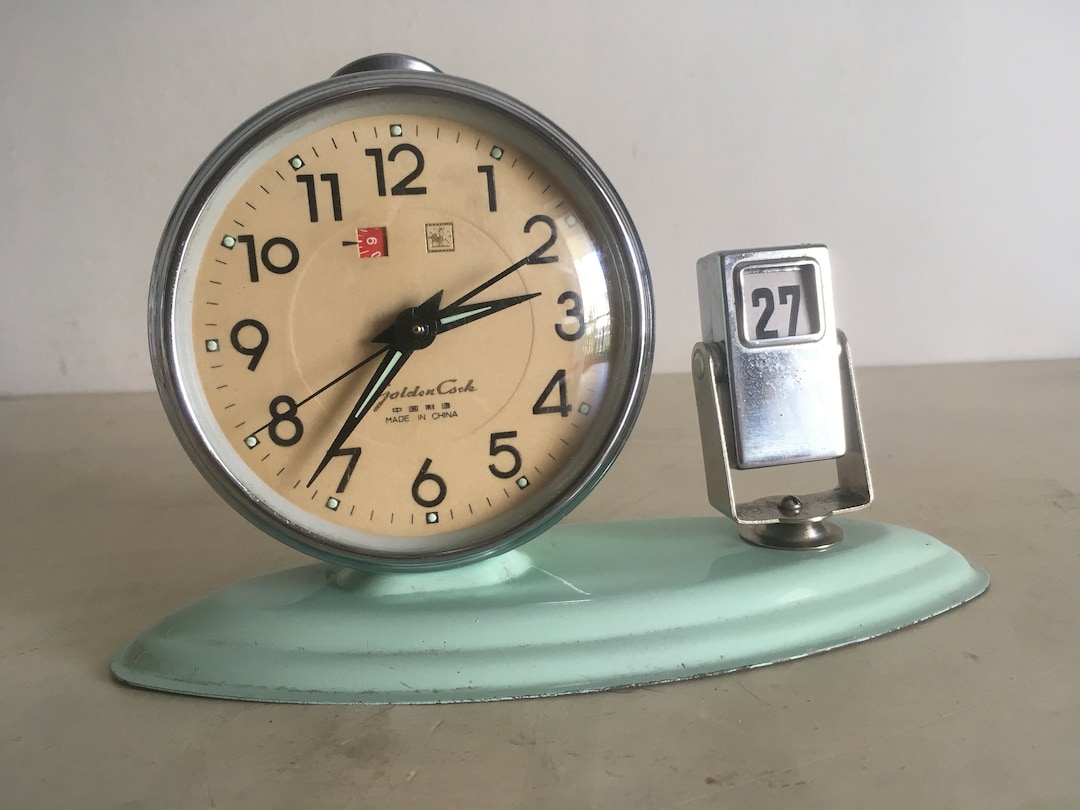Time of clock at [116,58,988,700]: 2:36
